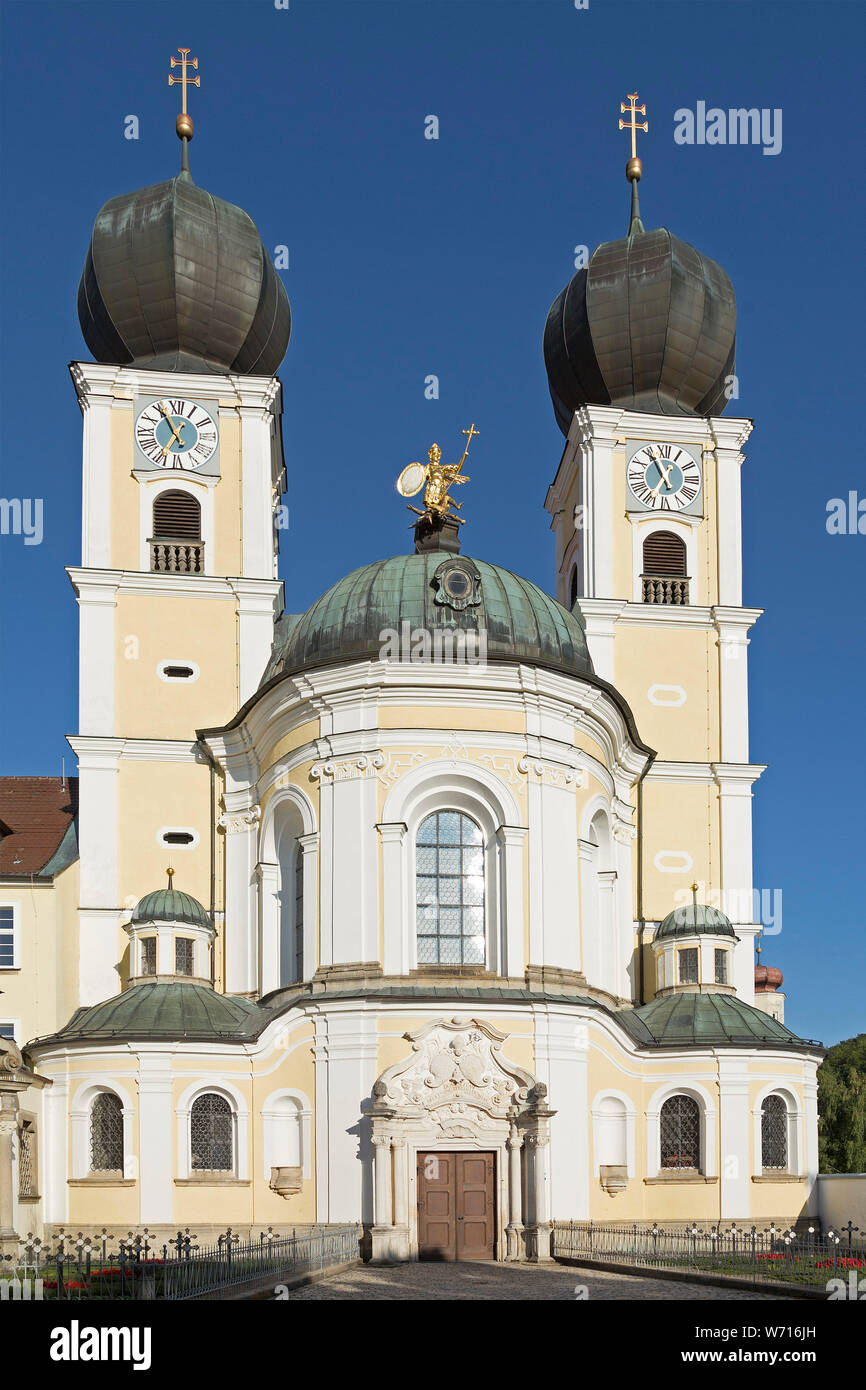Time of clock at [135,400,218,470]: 12:55
